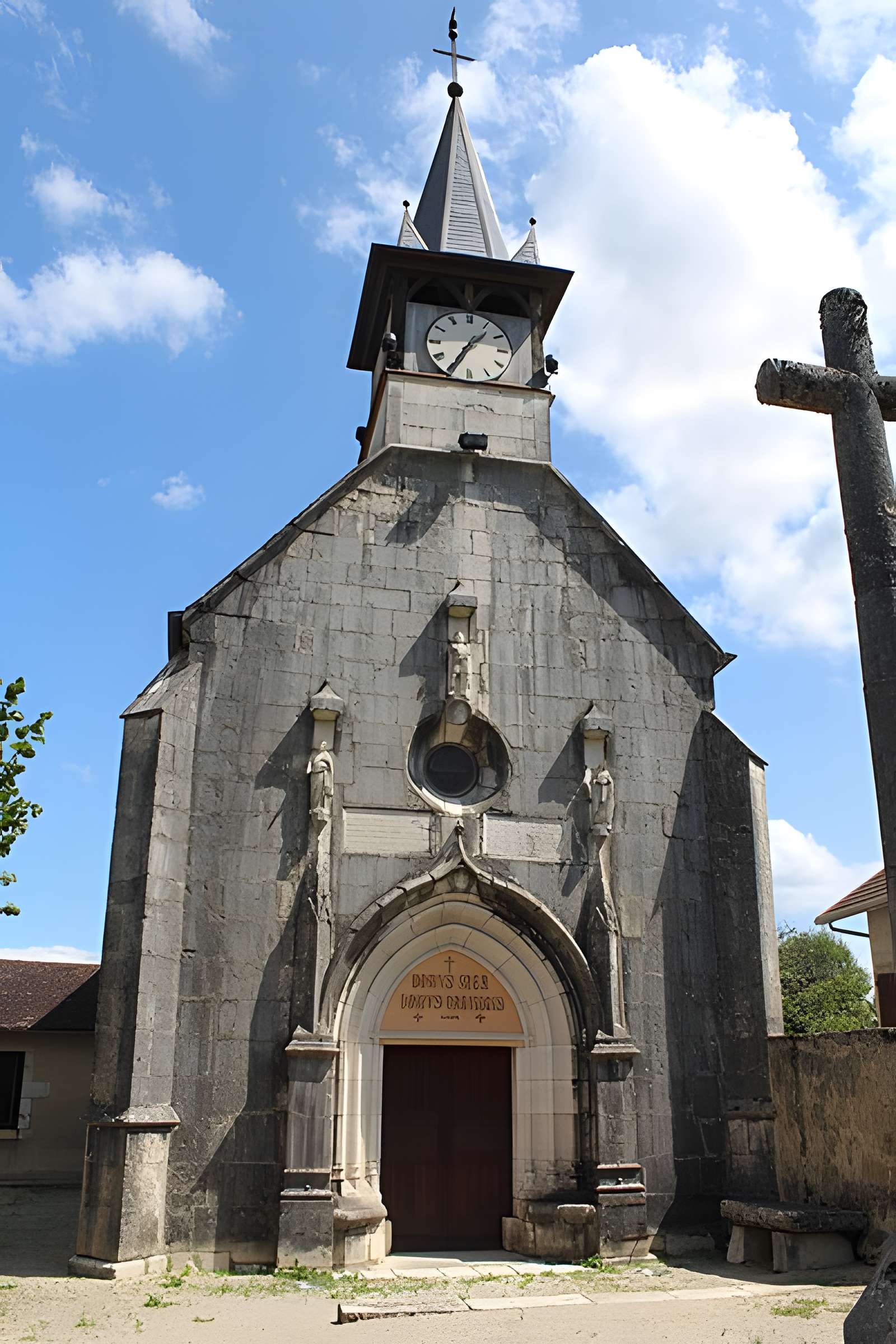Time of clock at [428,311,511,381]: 1:35
